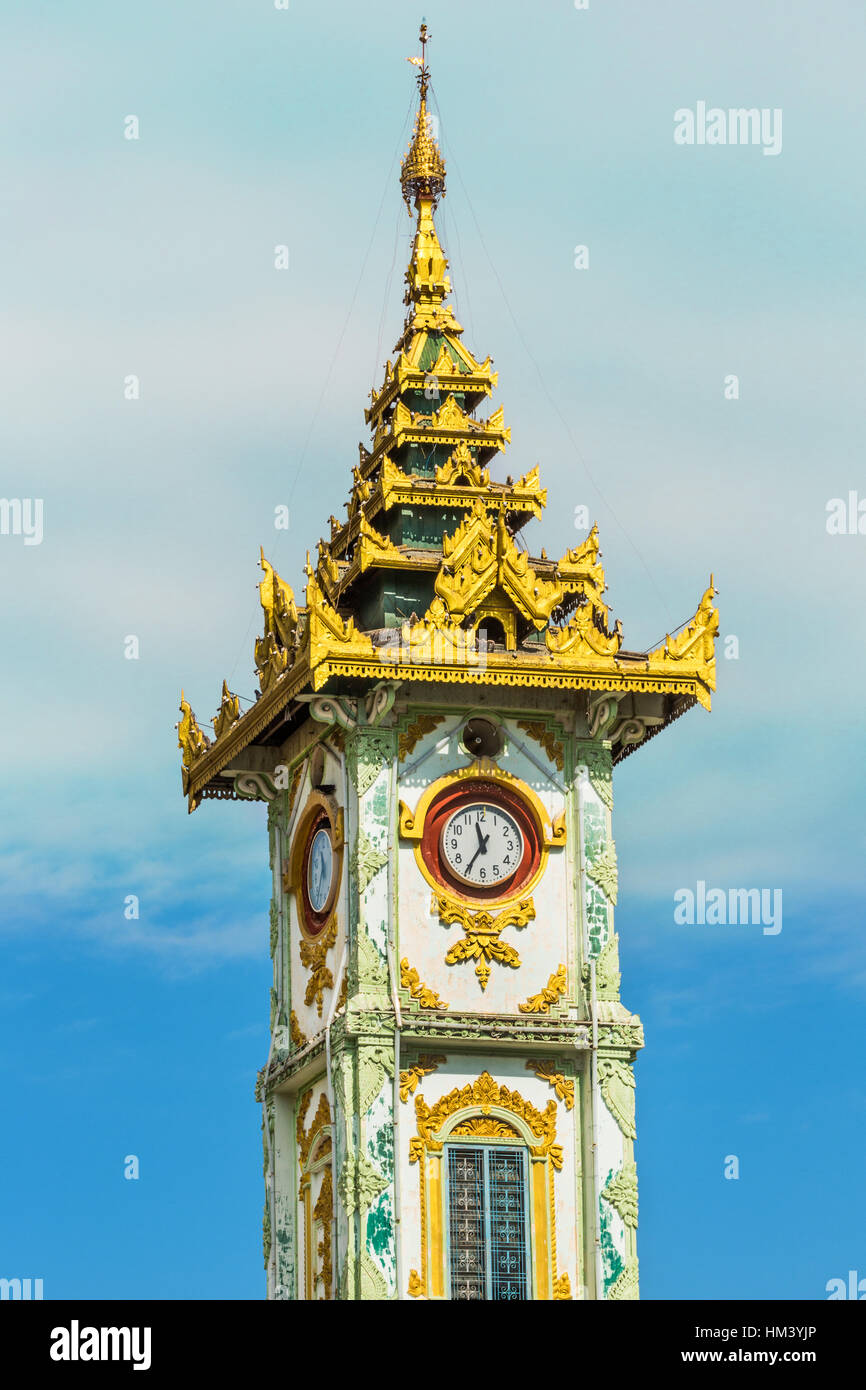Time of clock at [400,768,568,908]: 11:35
